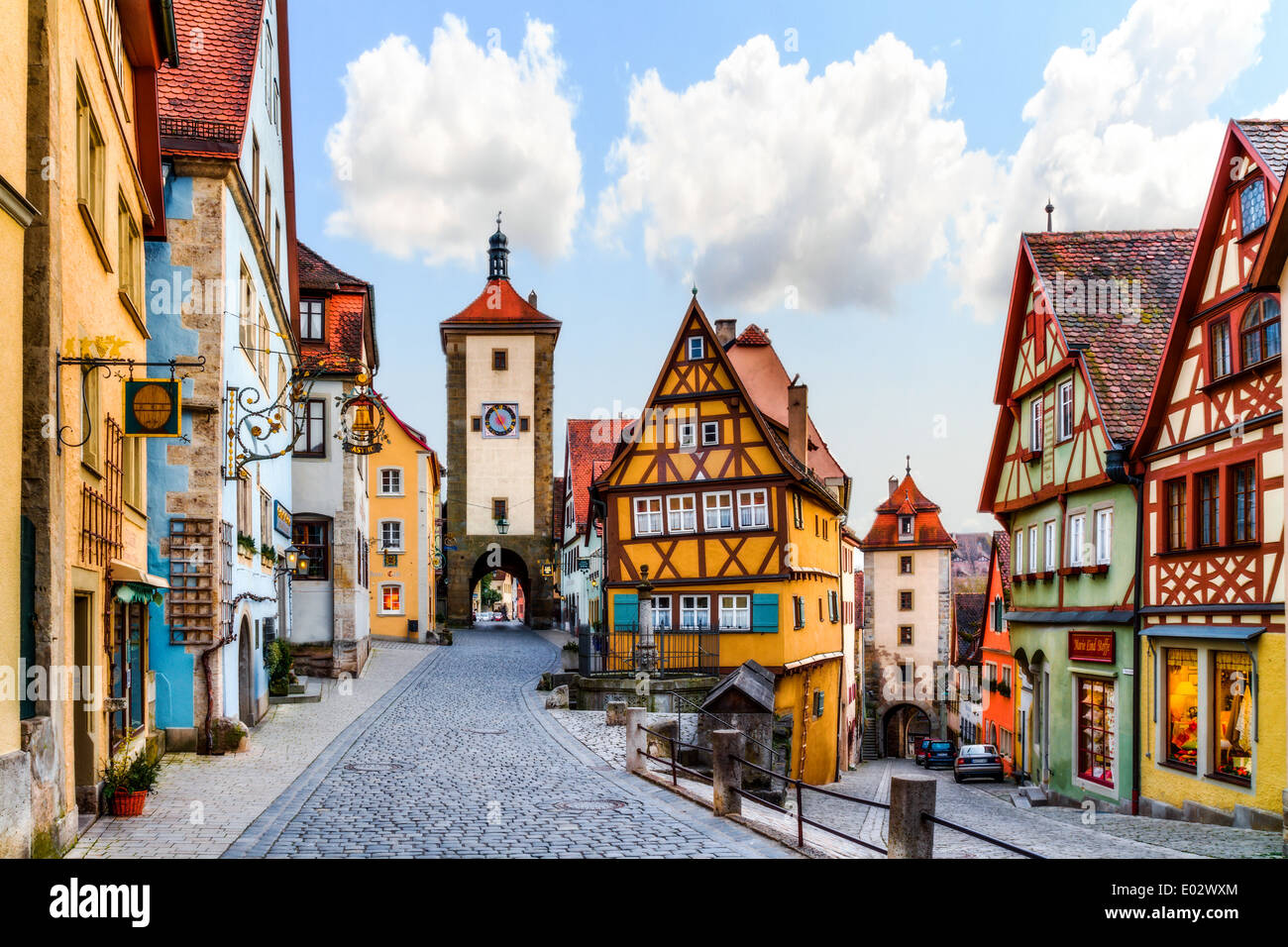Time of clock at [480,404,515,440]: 4:57
